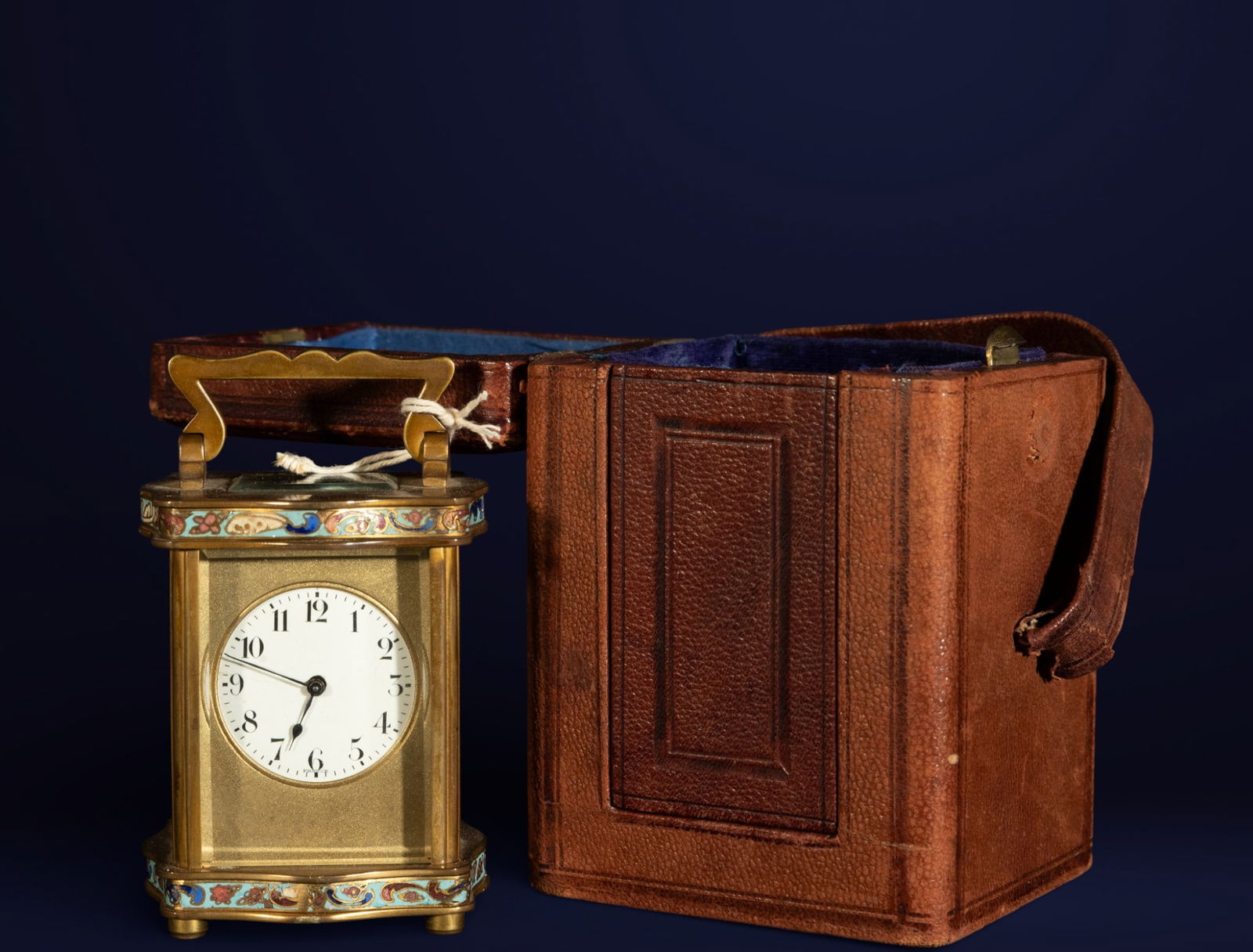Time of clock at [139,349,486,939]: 6:47
